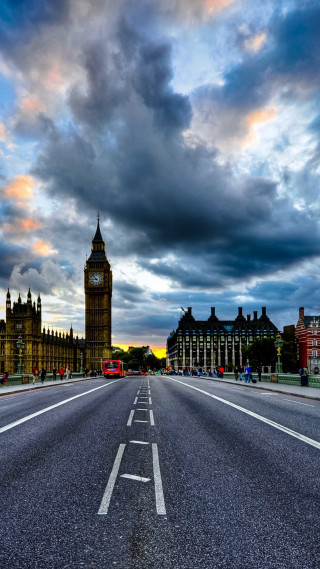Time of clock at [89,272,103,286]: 8:53
